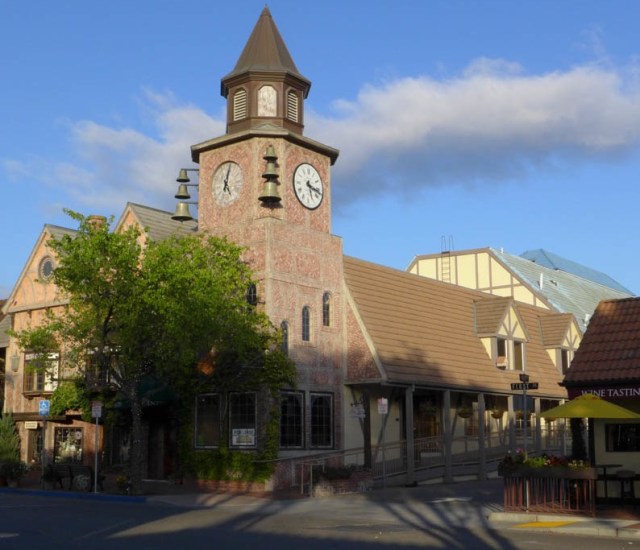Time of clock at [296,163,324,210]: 5:17
